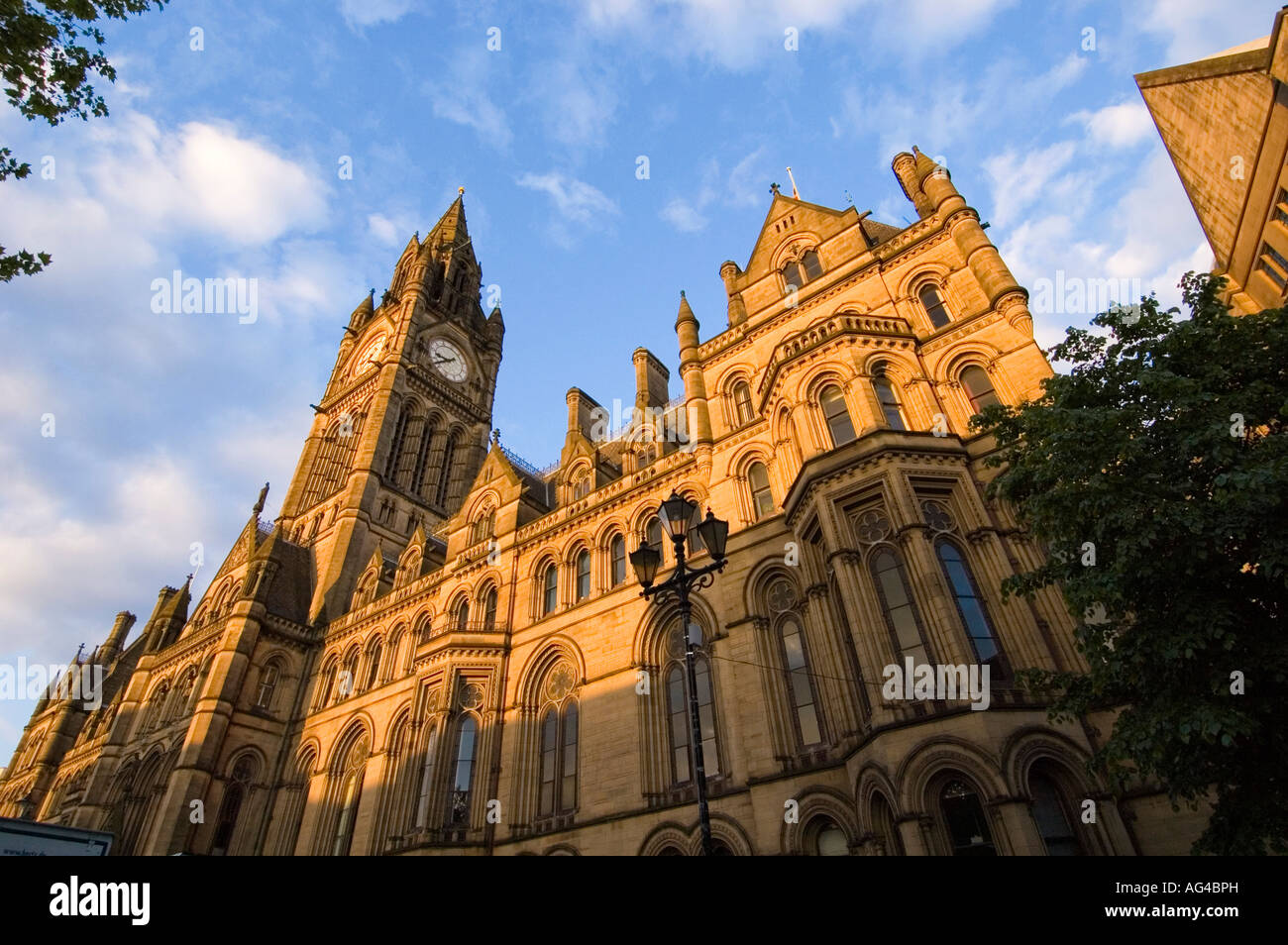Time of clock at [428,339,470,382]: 9:42
